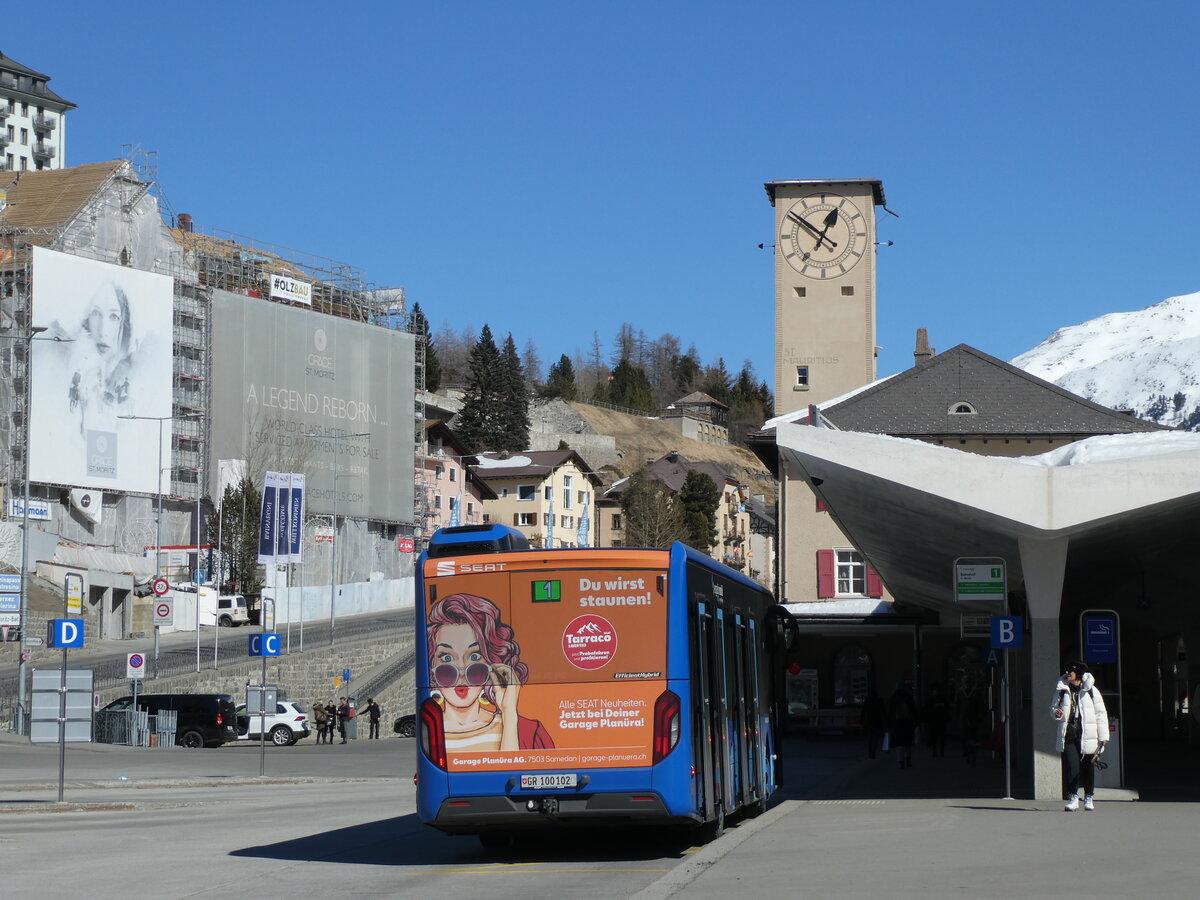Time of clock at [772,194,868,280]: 12:51
